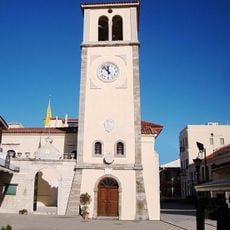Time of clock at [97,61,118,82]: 11:53
